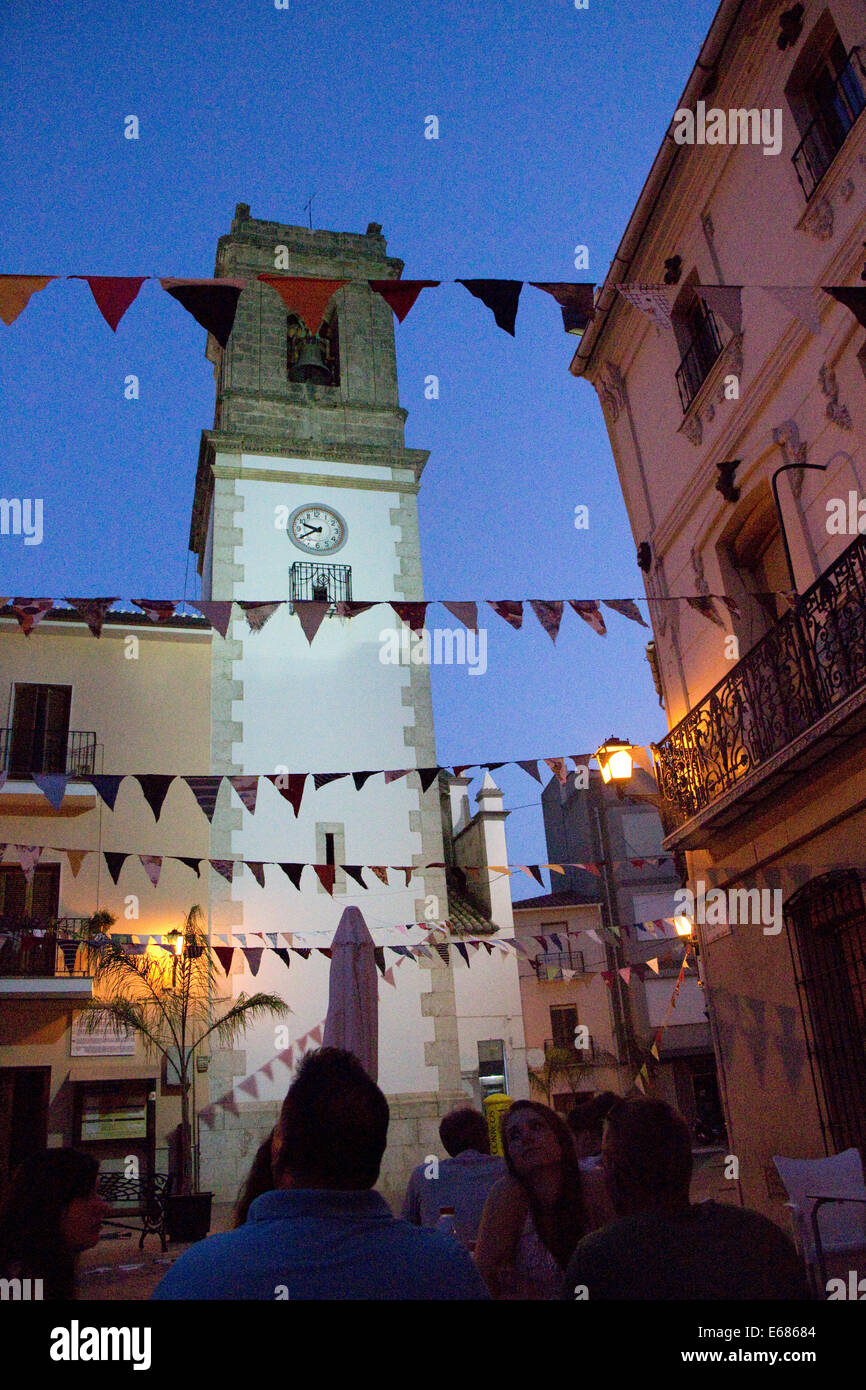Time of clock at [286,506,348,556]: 9:40
